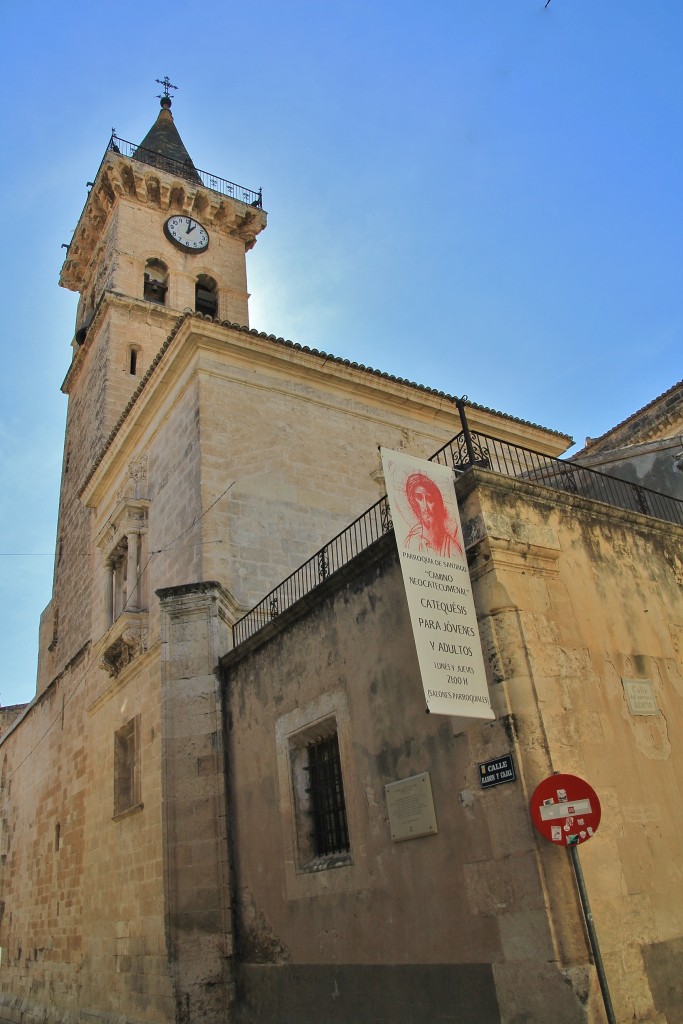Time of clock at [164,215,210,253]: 1:01
